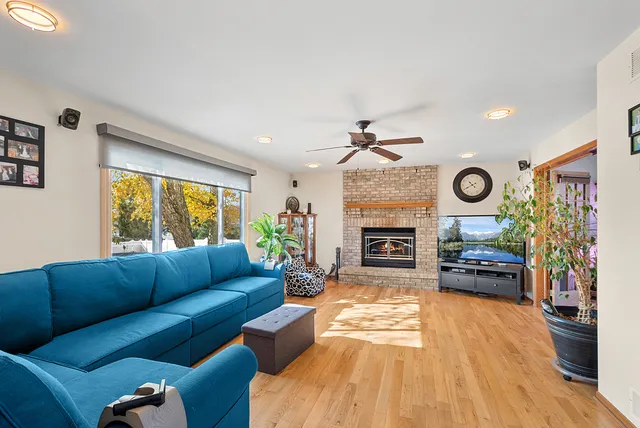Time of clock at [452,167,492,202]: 10:40
